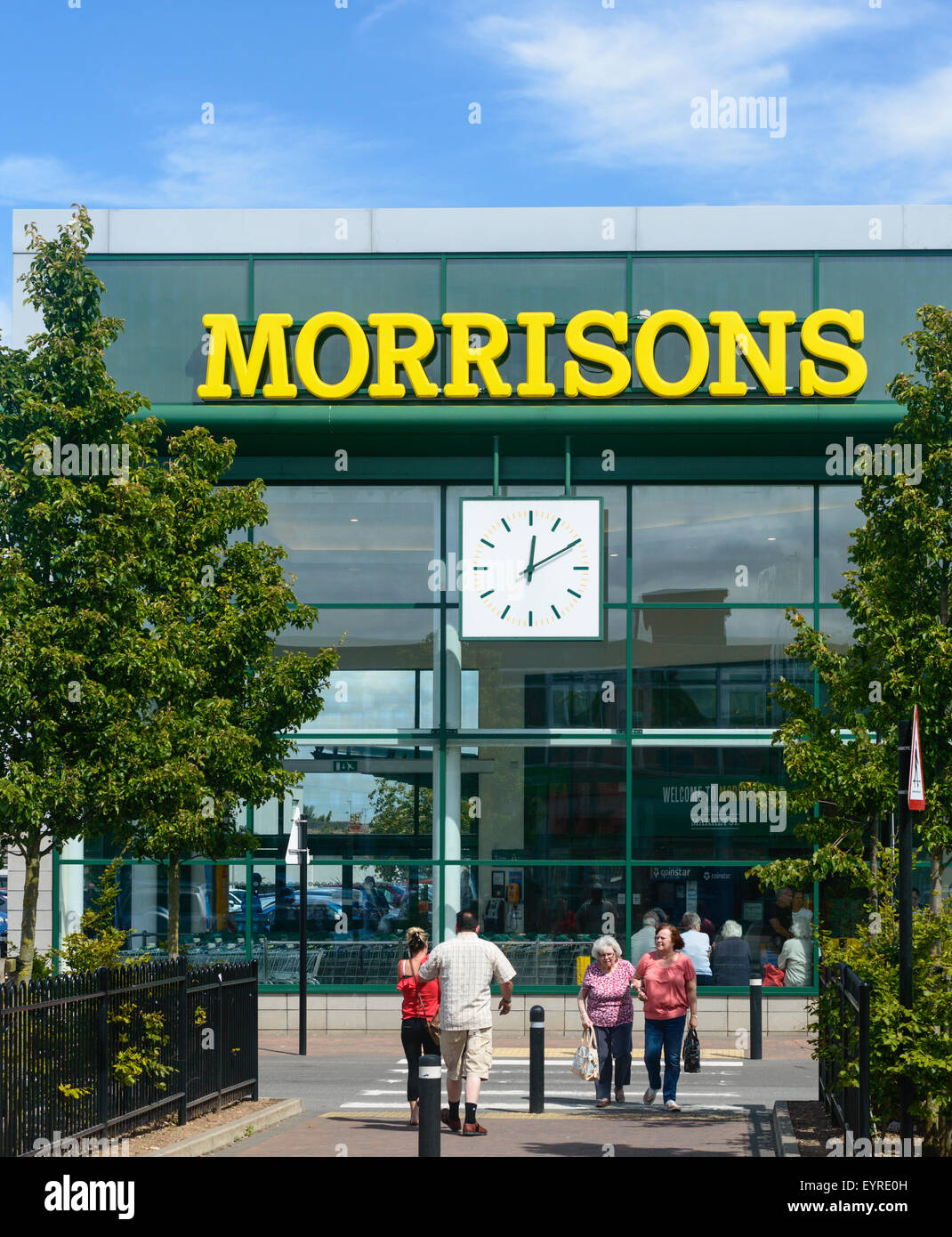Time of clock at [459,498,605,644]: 12:10
